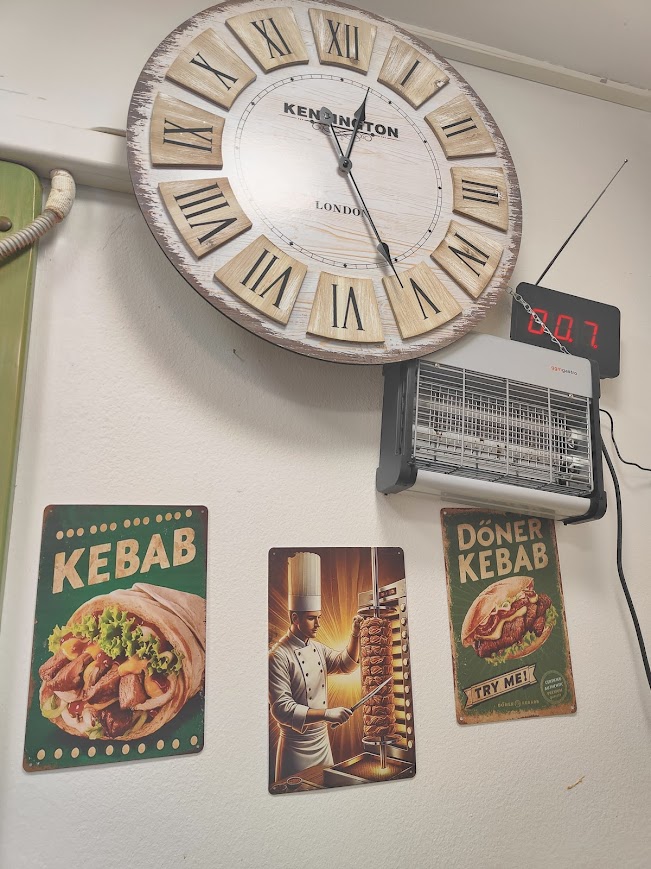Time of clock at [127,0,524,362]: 12:25
